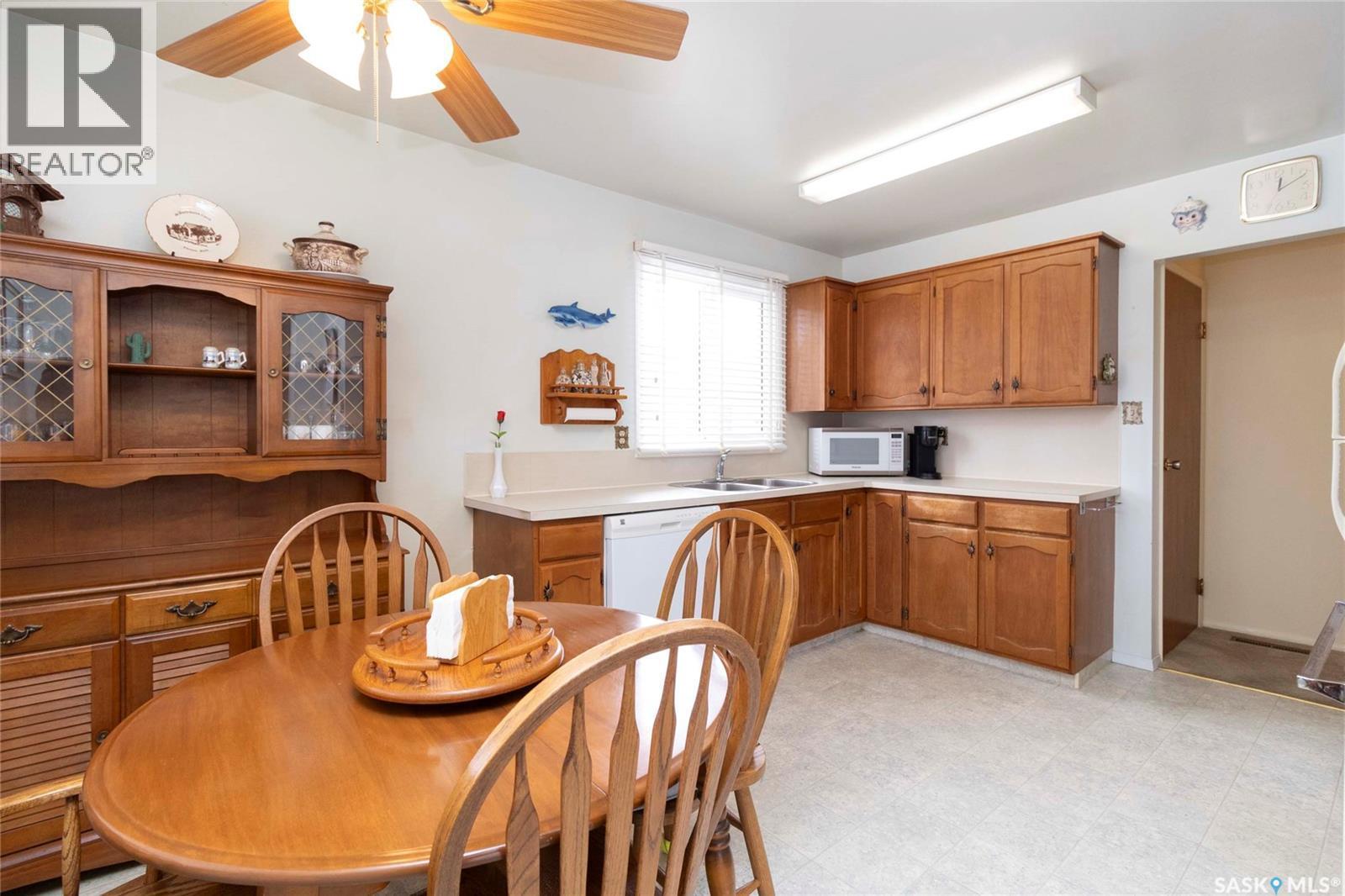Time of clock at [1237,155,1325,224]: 12:10
